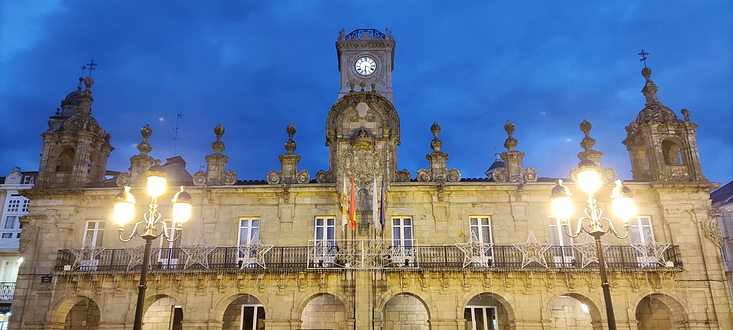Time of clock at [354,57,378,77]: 6:18
